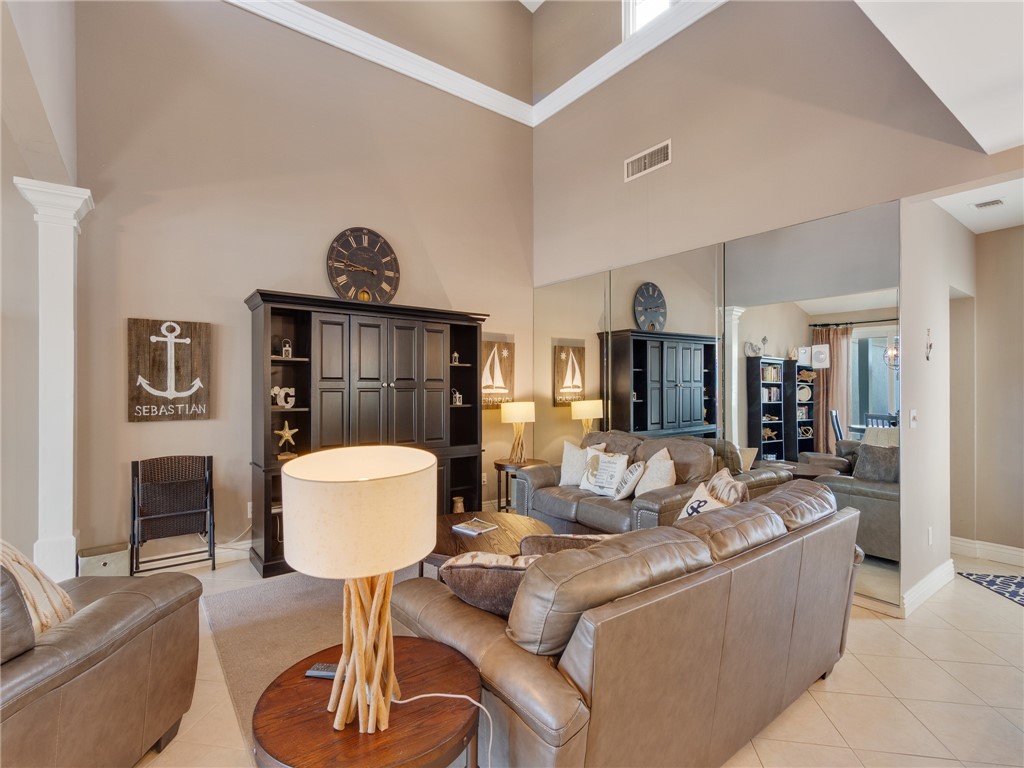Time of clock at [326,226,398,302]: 8:46
